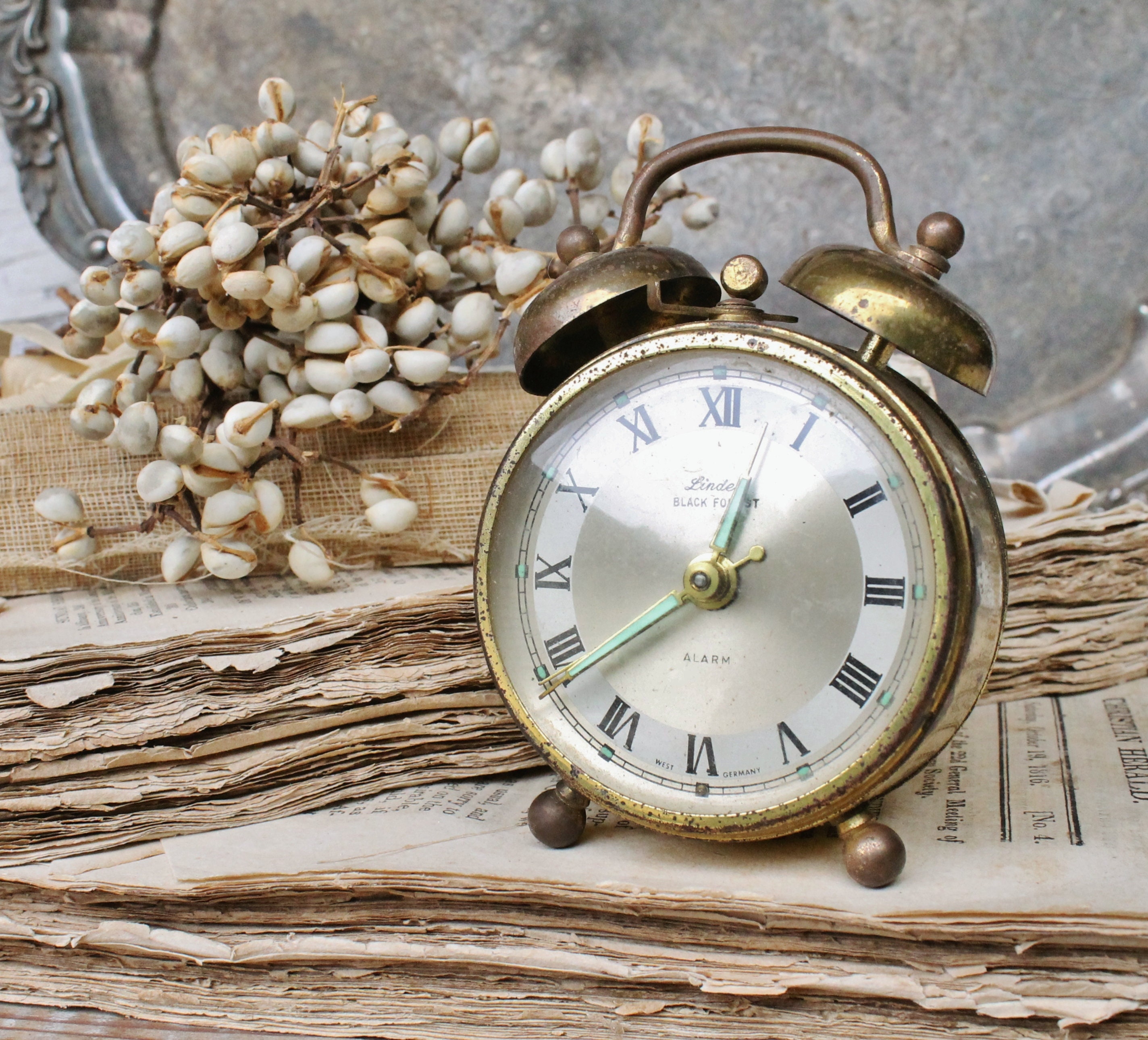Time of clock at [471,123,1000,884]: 12:38
